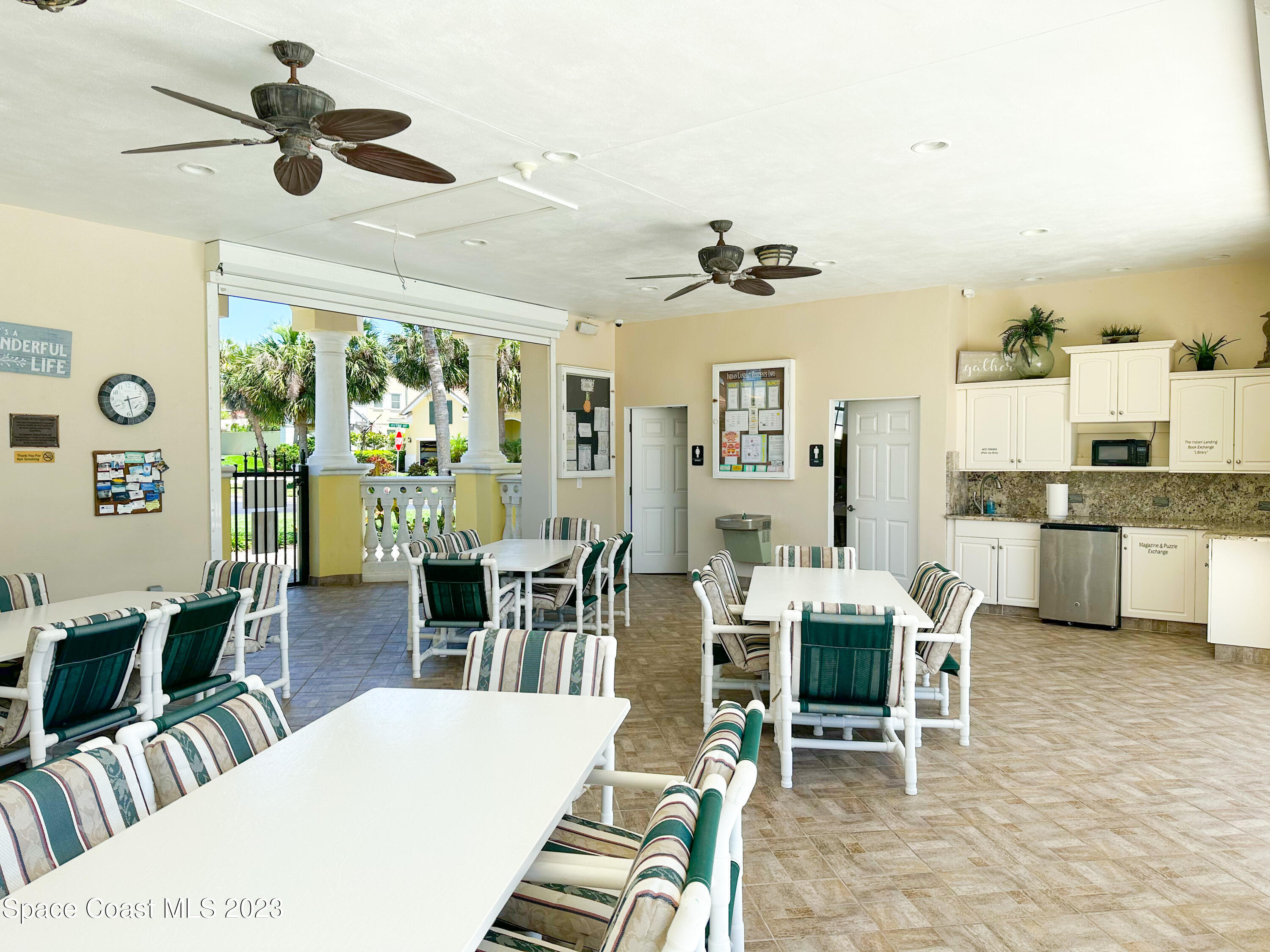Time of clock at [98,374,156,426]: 2:27
